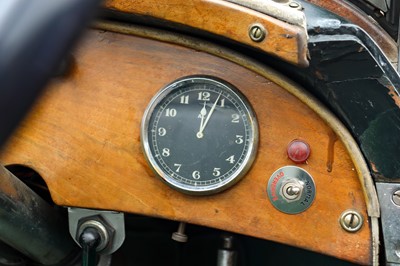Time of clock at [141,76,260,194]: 12:03
